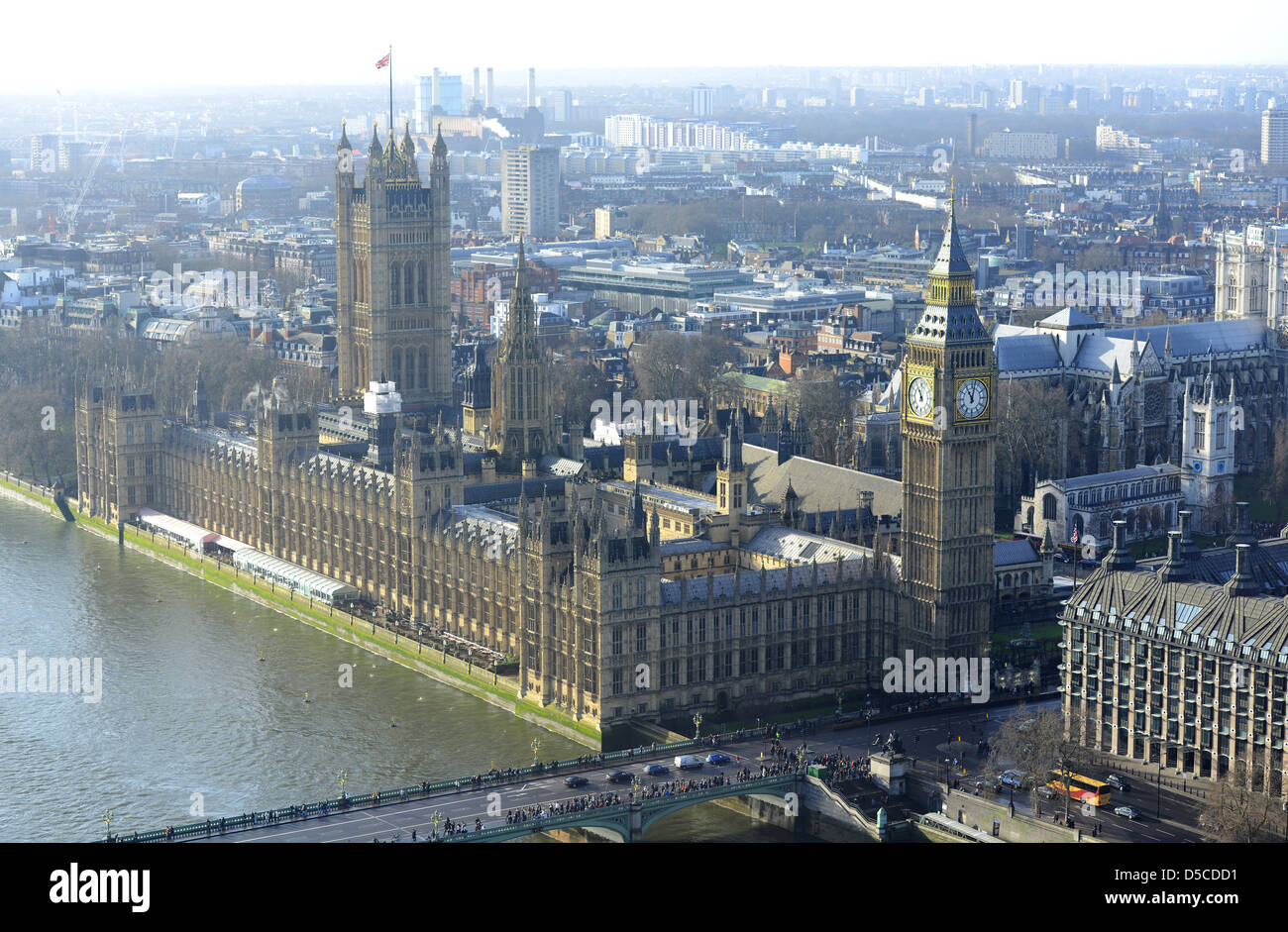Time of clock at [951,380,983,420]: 11:02
